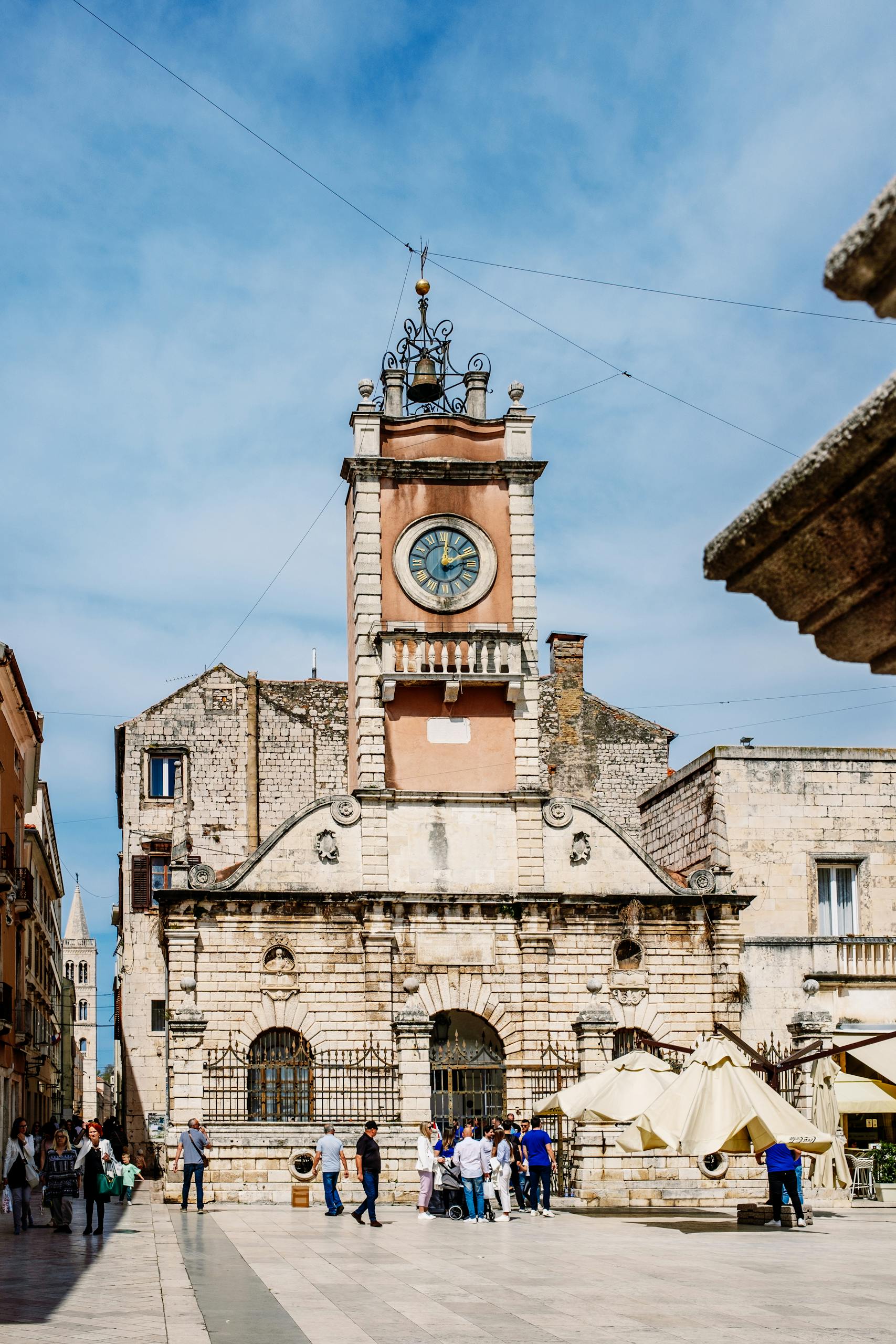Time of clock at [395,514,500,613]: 12:12
